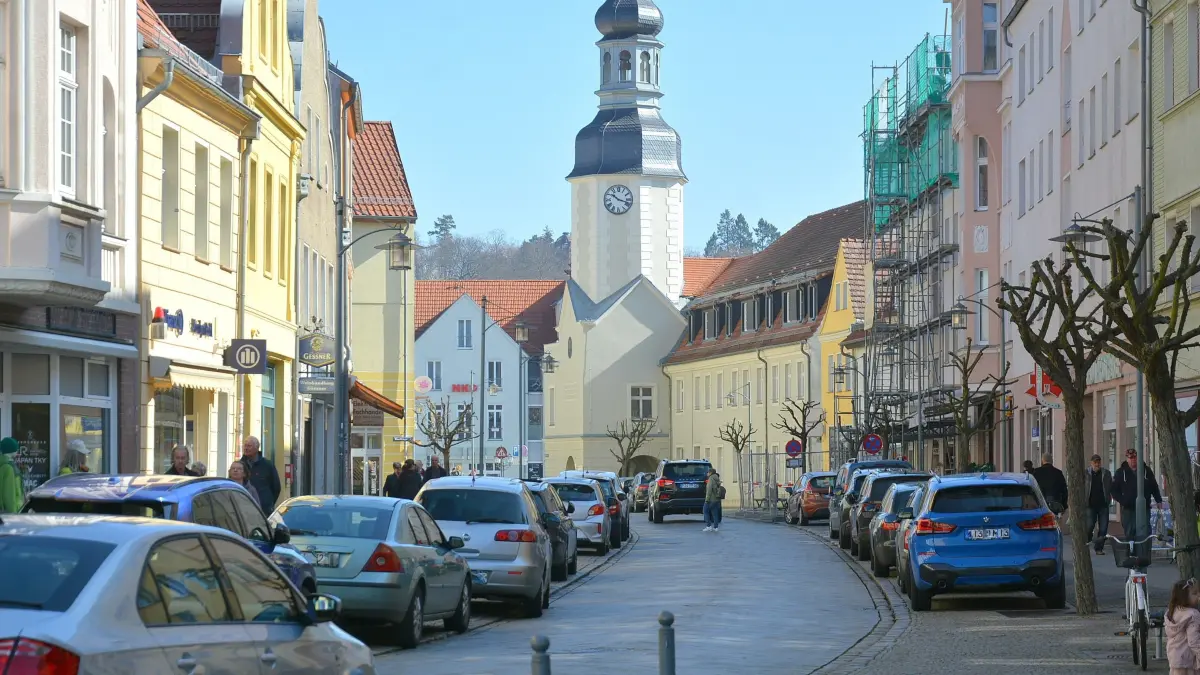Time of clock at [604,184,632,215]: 10:17
